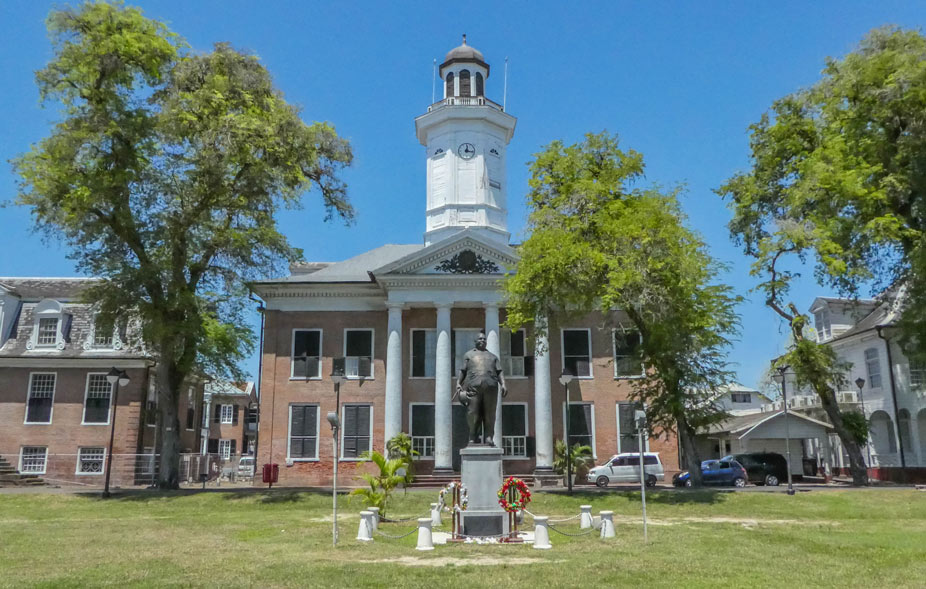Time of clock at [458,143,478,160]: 12:16
